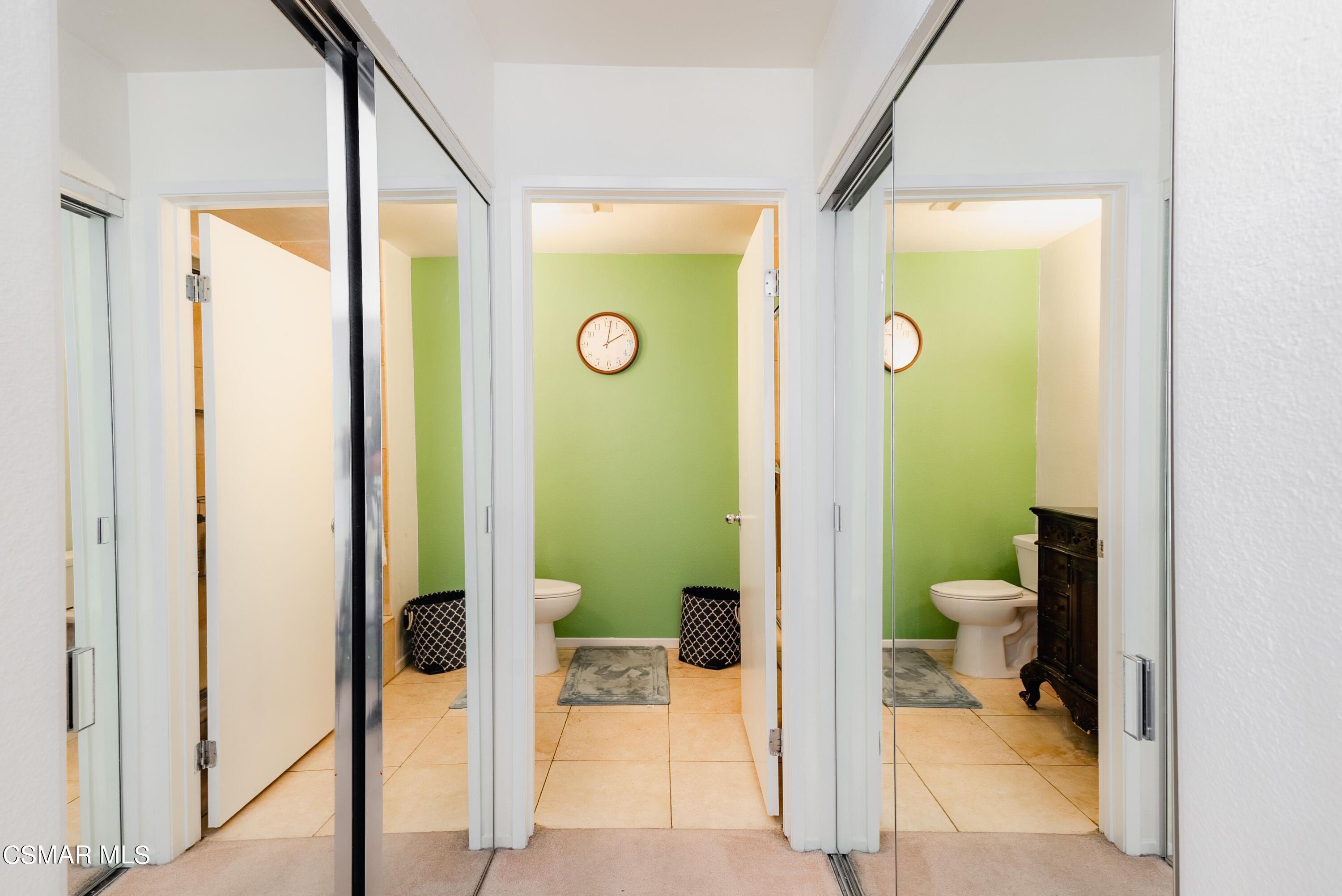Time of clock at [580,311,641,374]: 2:01
